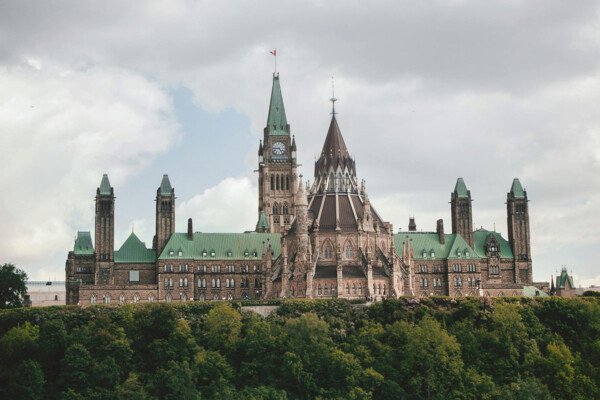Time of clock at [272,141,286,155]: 4:44
